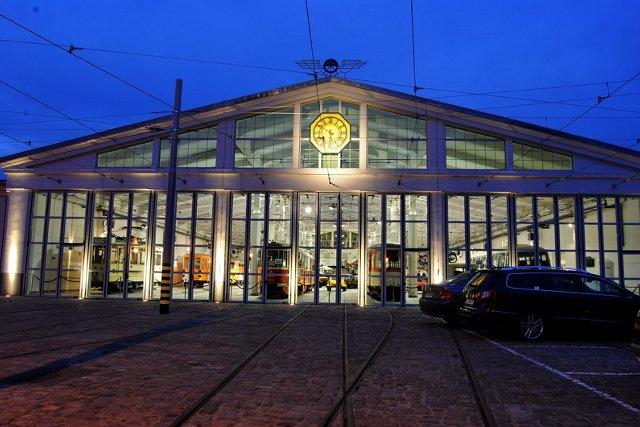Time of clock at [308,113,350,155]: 5:51
